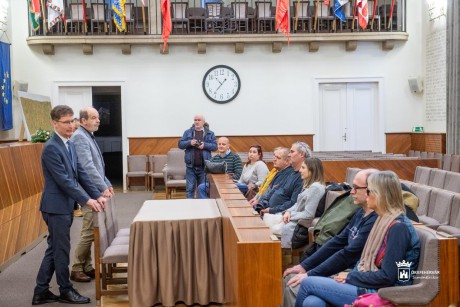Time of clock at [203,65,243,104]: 1:36
